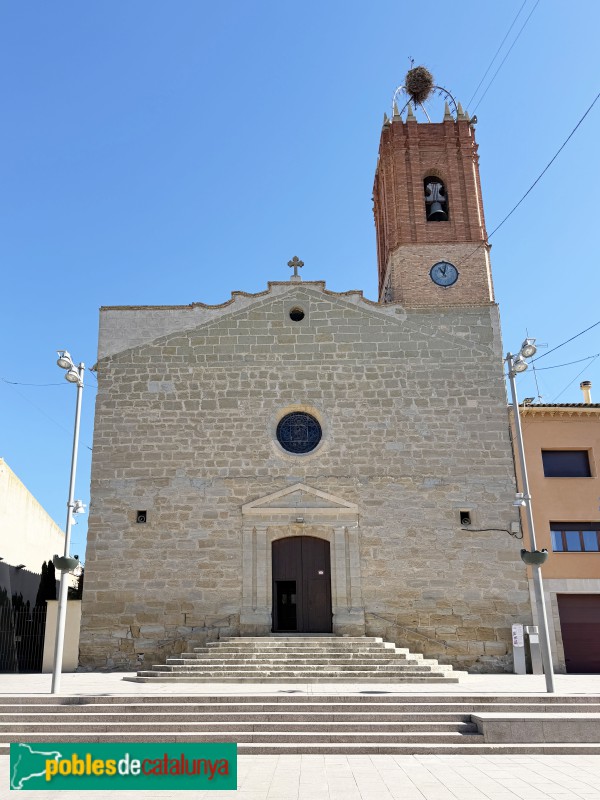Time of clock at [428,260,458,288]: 11:02
